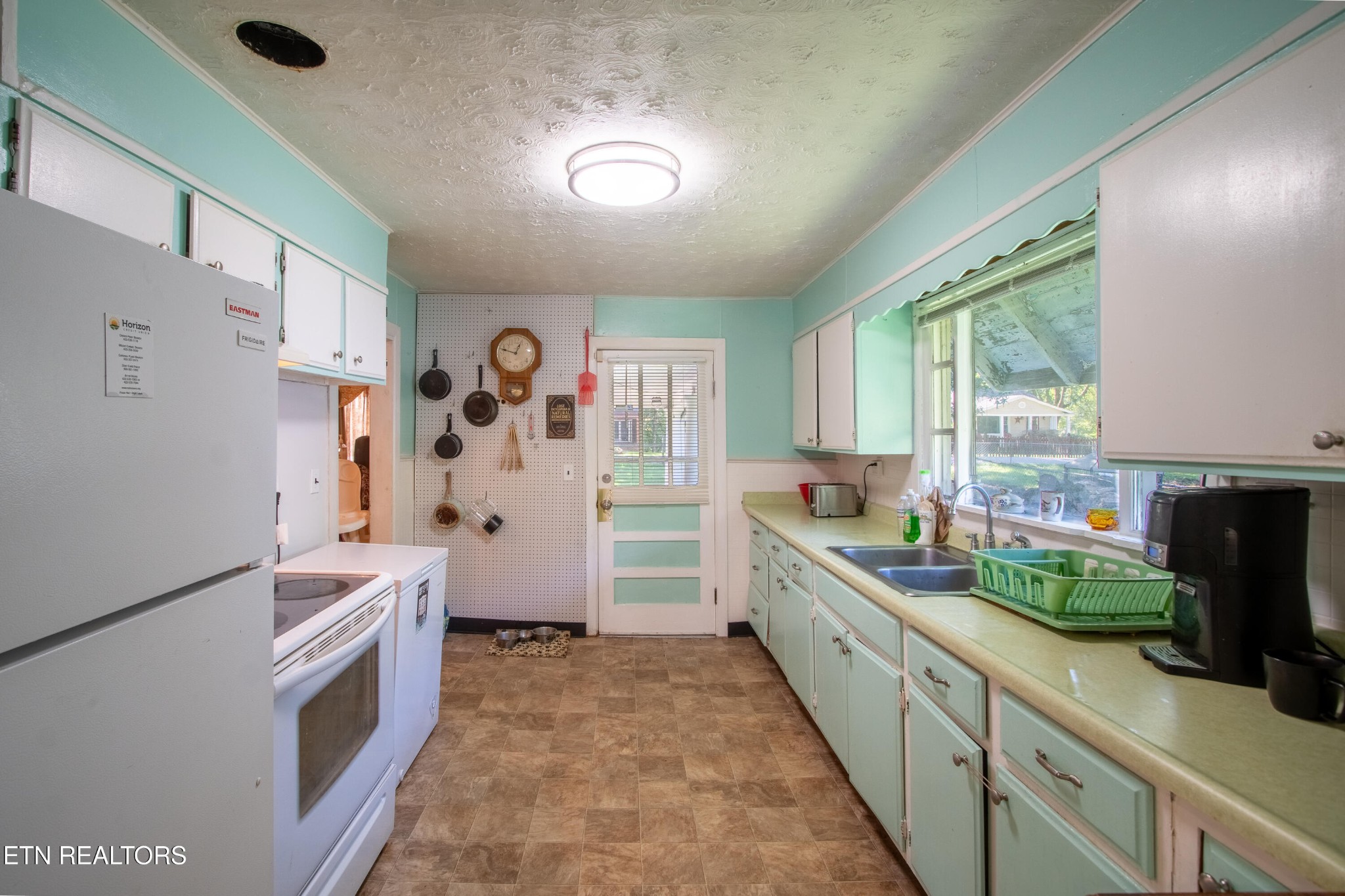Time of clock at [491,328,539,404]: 12:47
